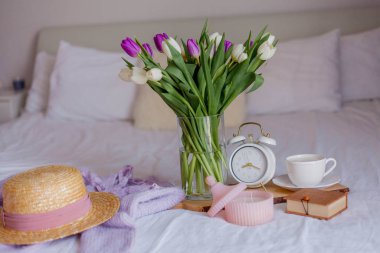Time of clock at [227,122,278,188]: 8:19
